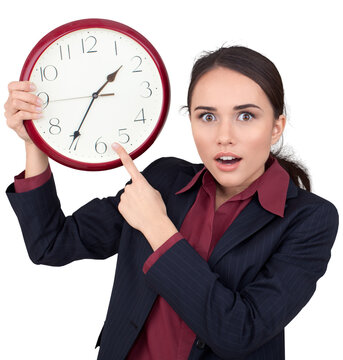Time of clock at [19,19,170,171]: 1:35
